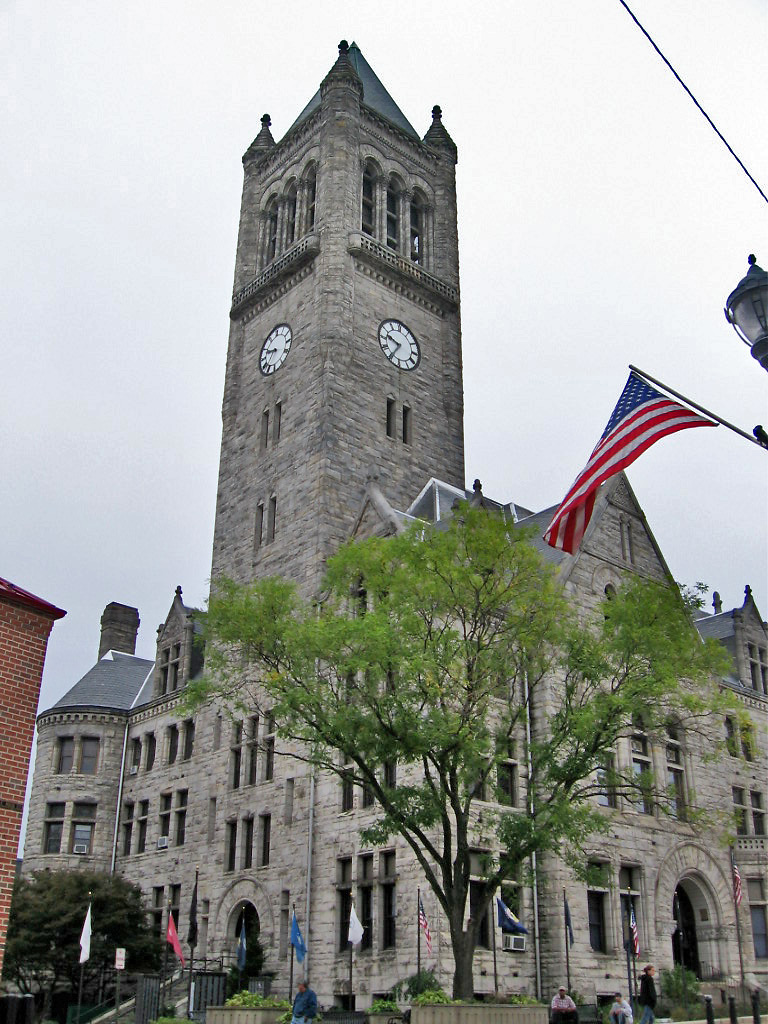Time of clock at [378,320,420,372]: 9:34
